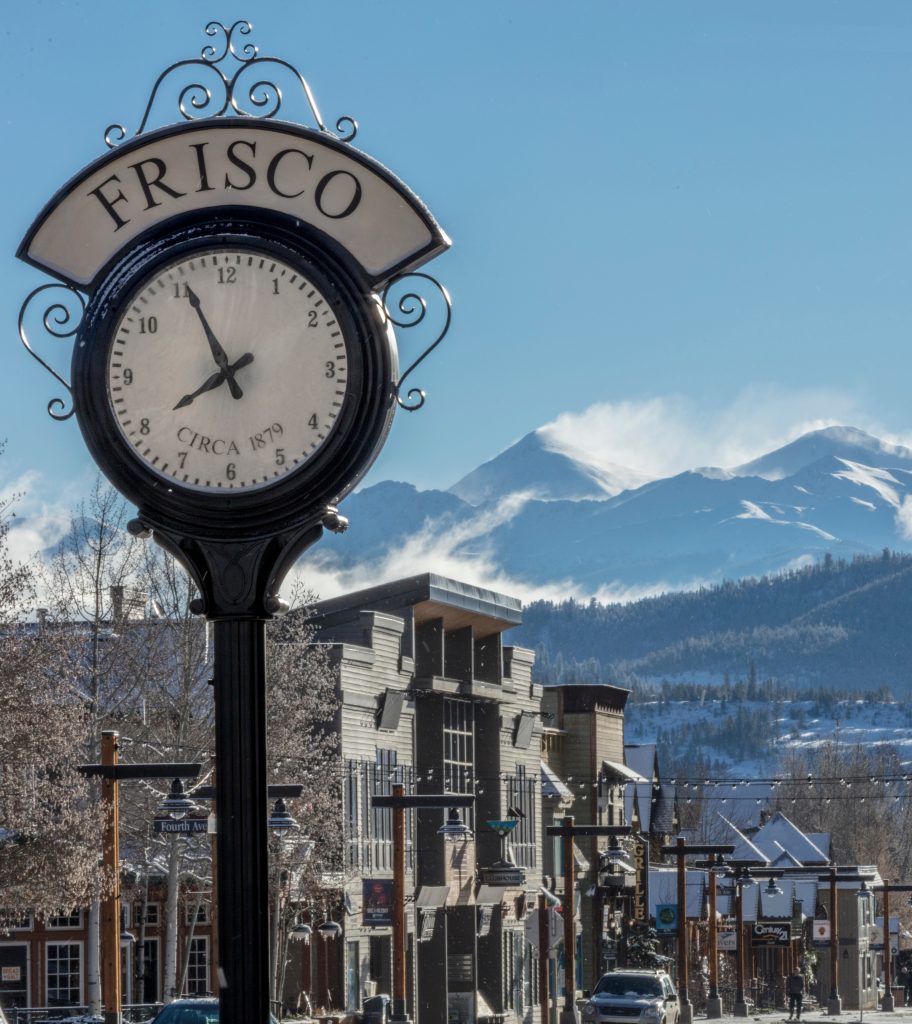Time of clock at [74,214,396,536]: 7:55
